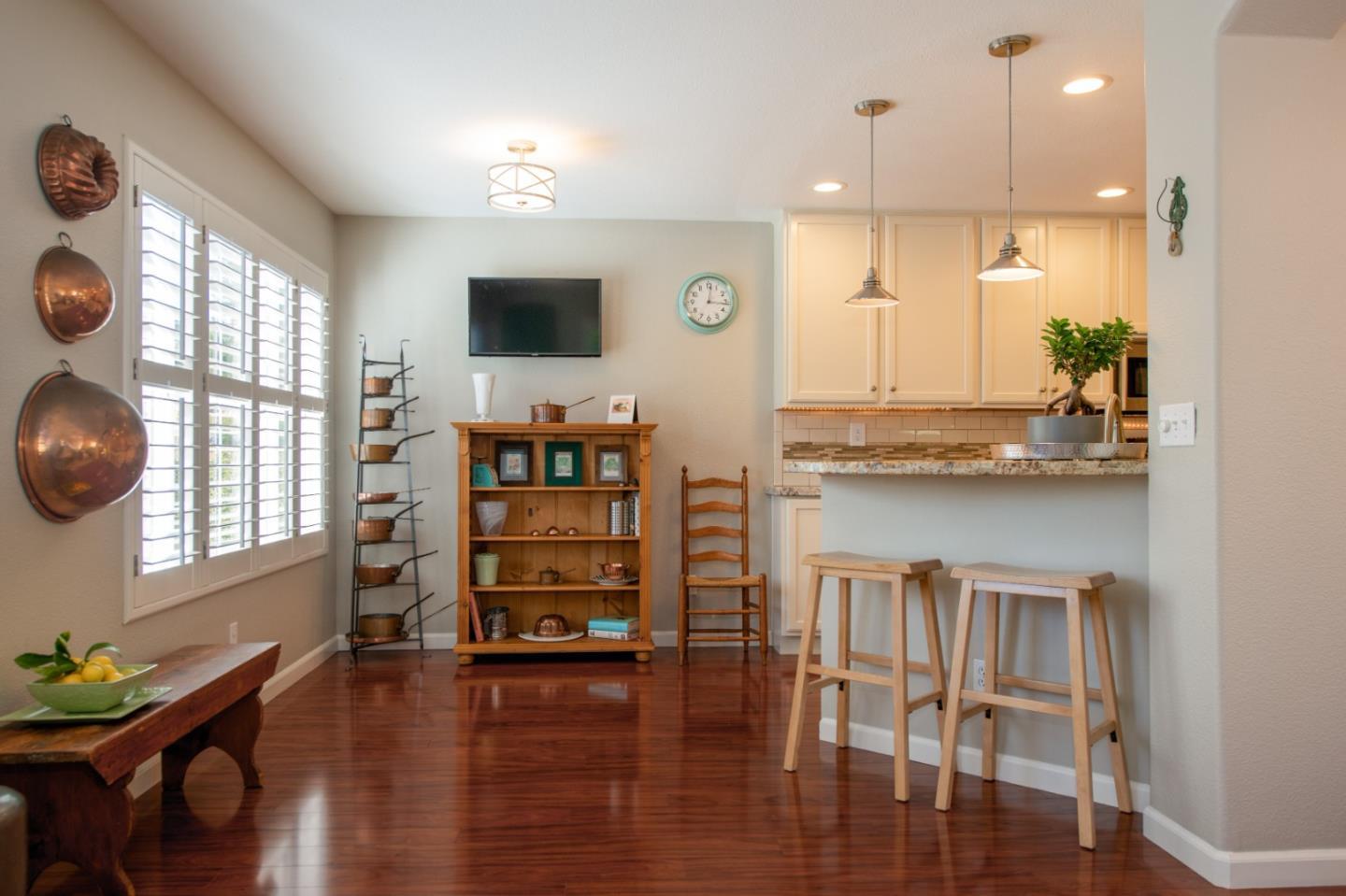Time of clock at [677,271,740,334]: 12:16
